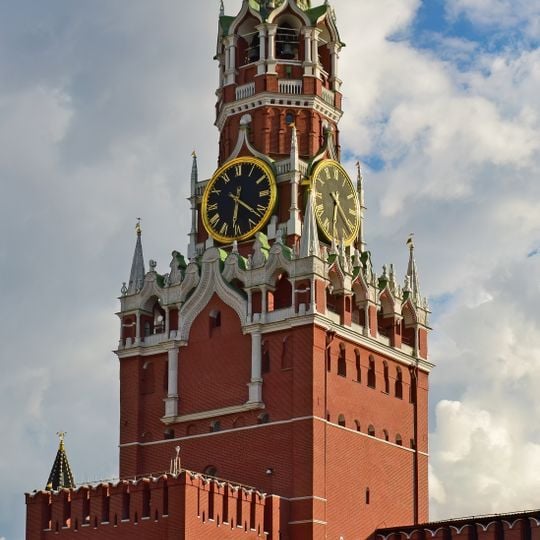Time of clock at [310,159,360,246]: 6:21
